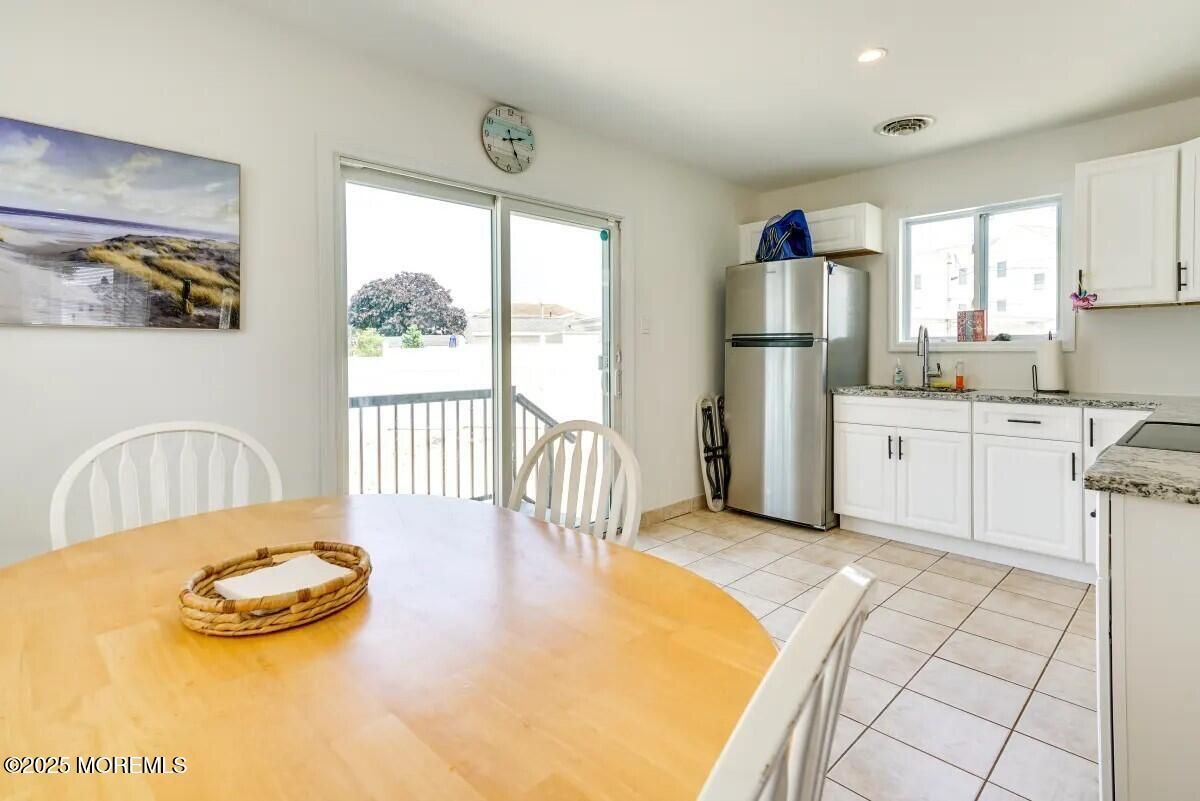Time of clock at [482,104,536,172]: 2:25
